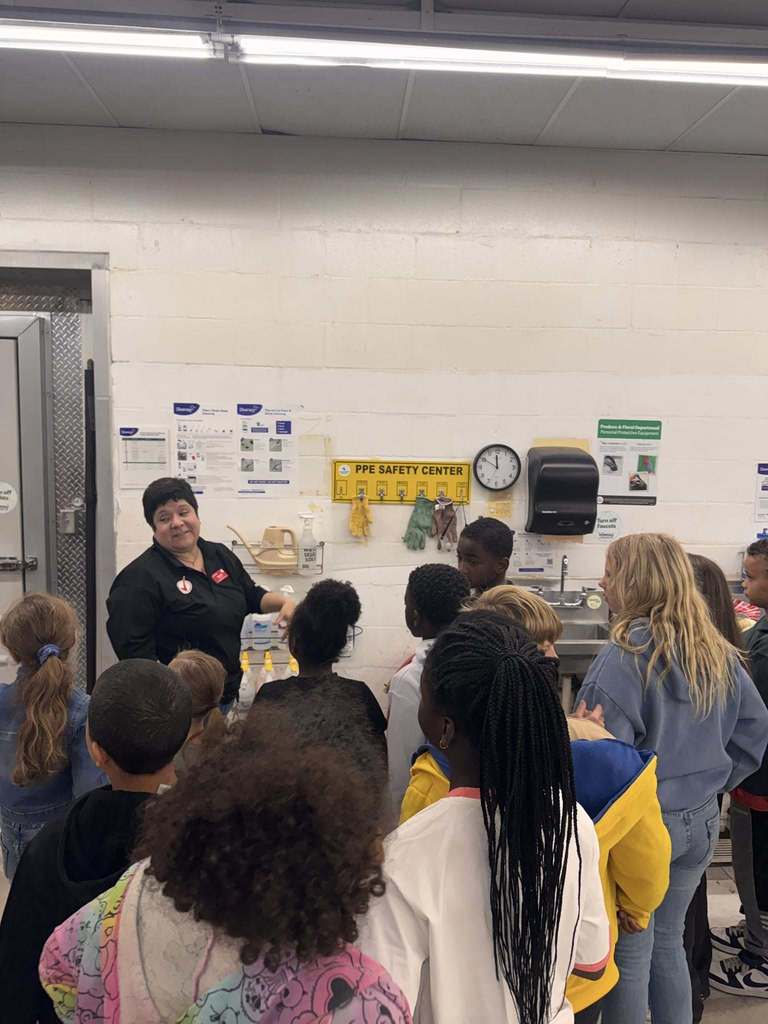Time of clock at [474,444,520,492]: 11:50
